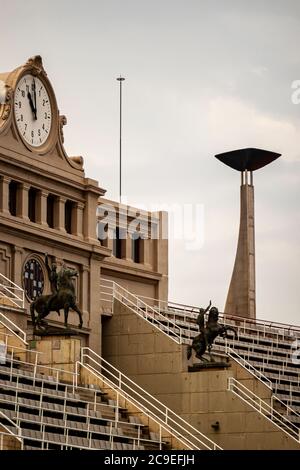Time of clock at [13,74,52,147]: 11:00
